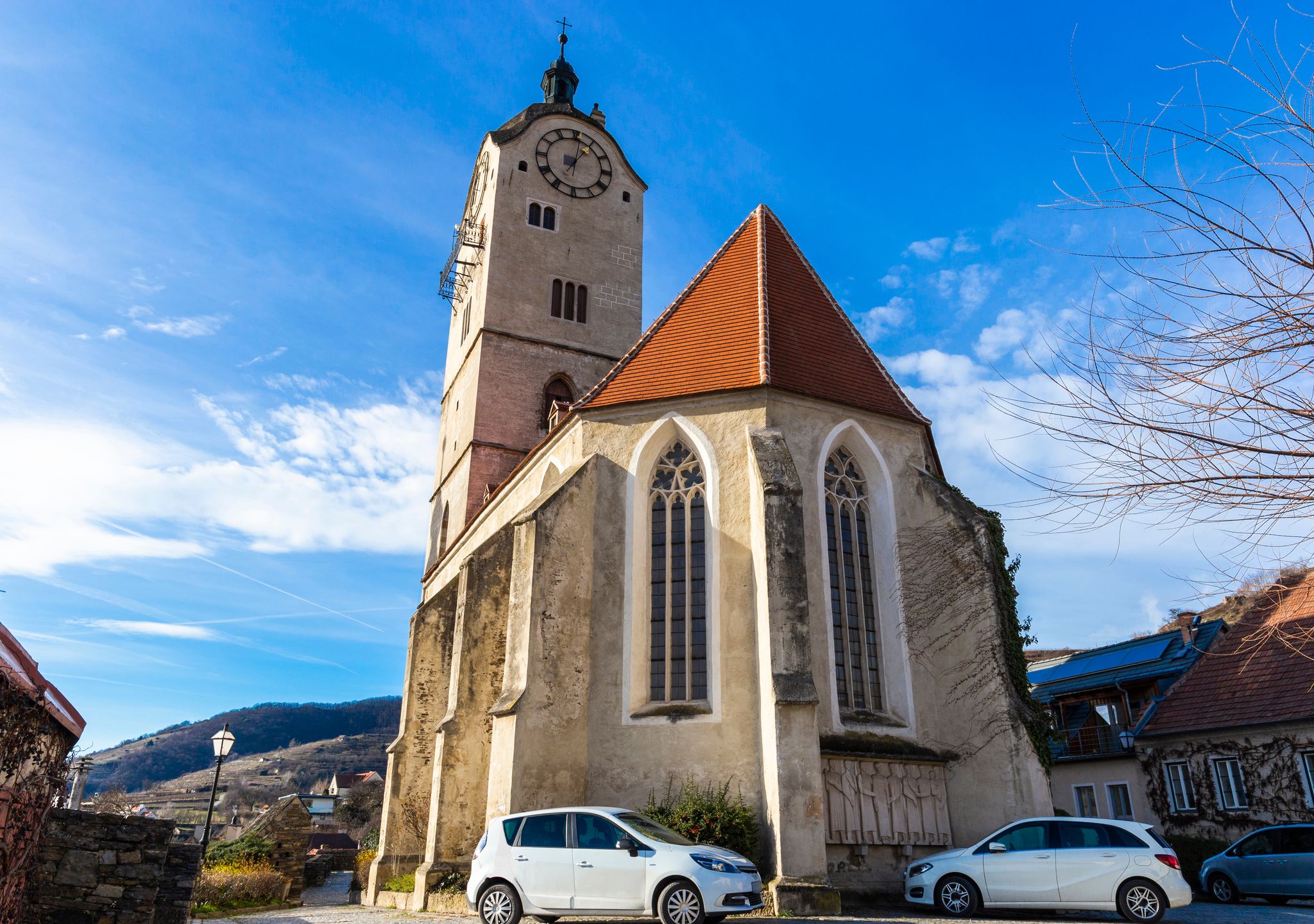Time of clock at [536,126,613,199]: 1:01
